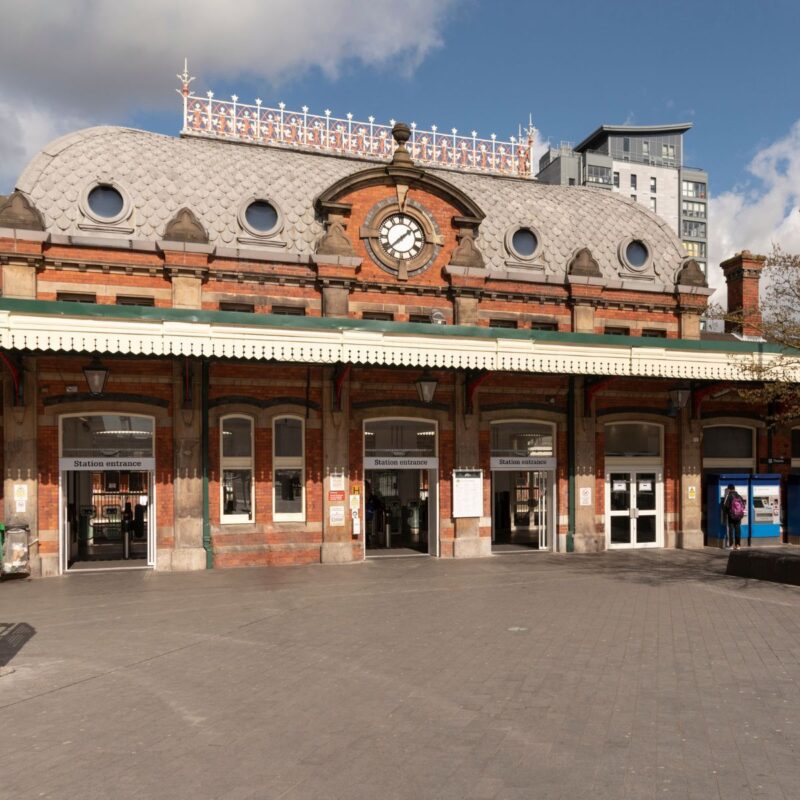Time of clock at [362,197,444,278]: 1:37
